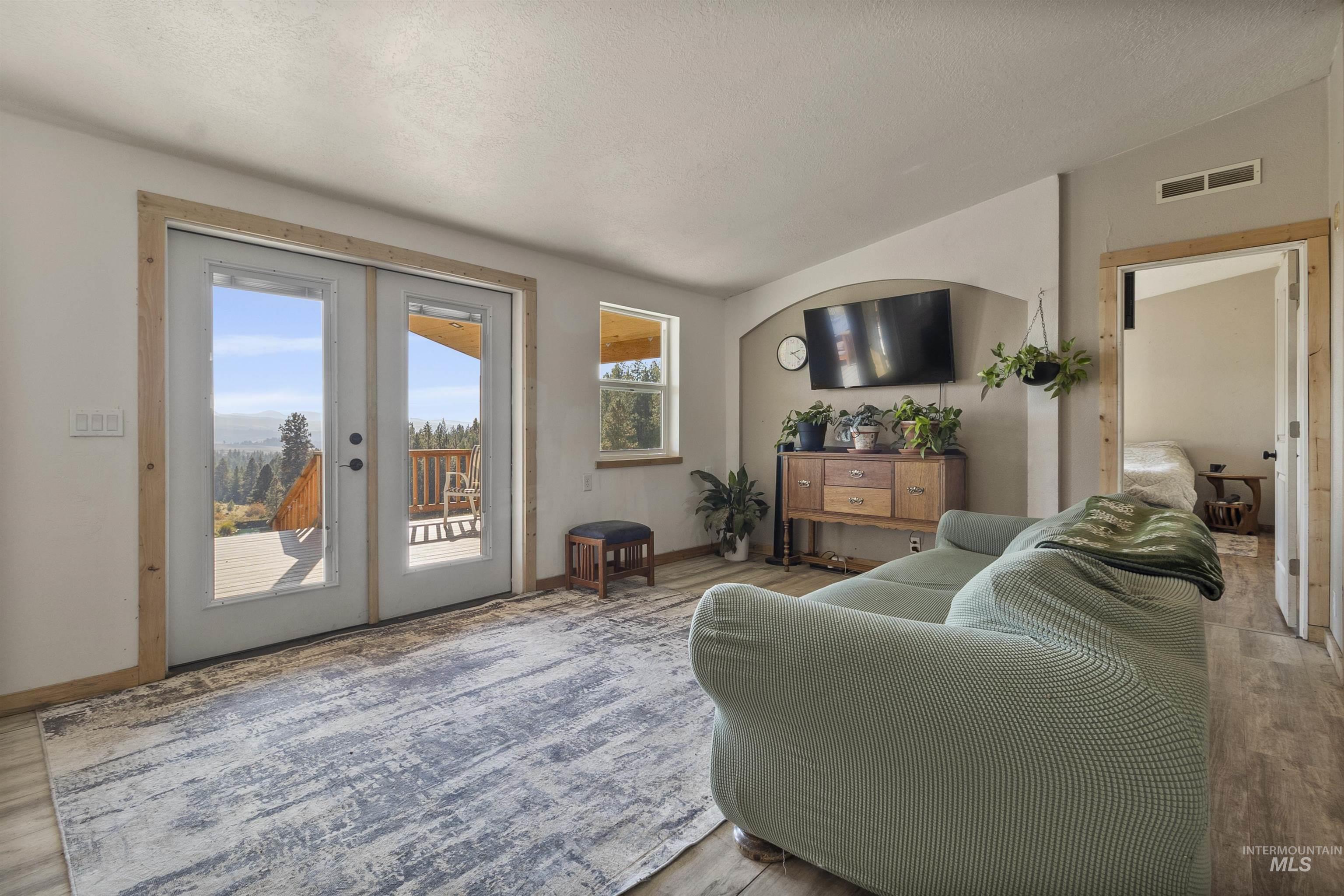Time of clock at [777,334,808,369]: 2:22
